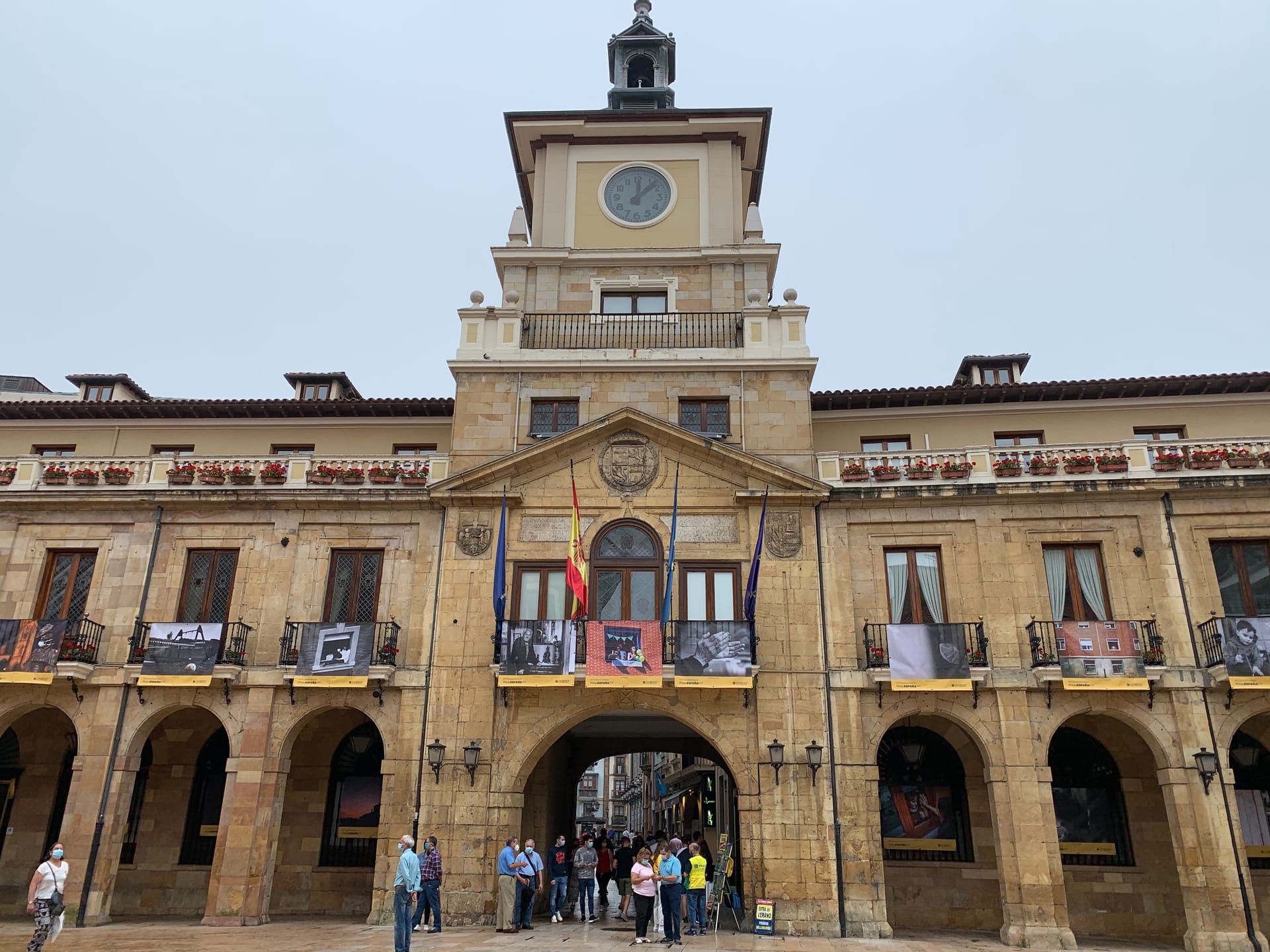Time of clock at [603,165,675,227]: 12:07
